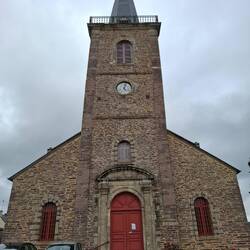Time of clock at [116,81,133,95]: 5:03
